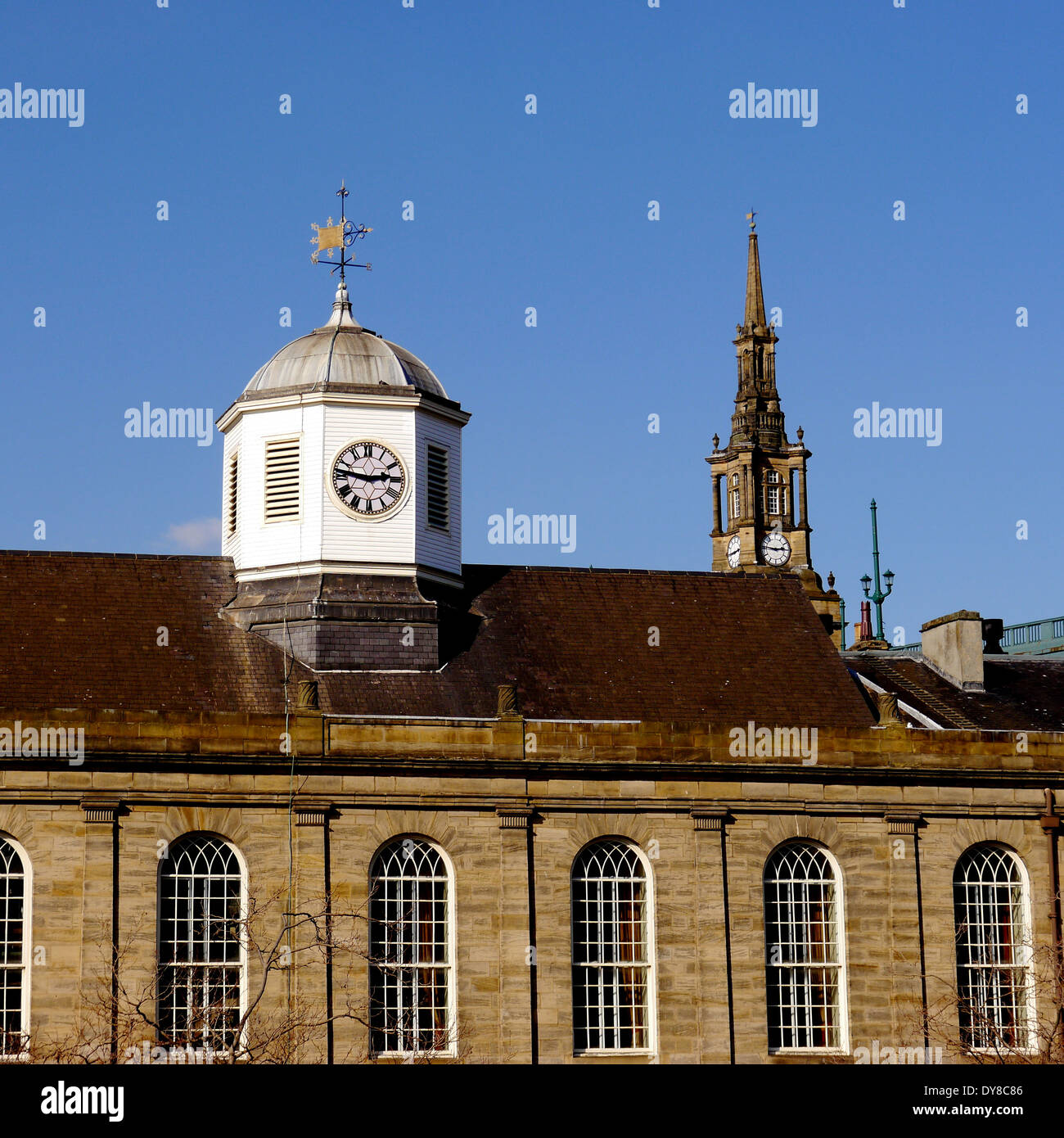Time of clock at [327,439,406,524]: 2:46
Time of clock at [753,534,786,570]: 2:46
